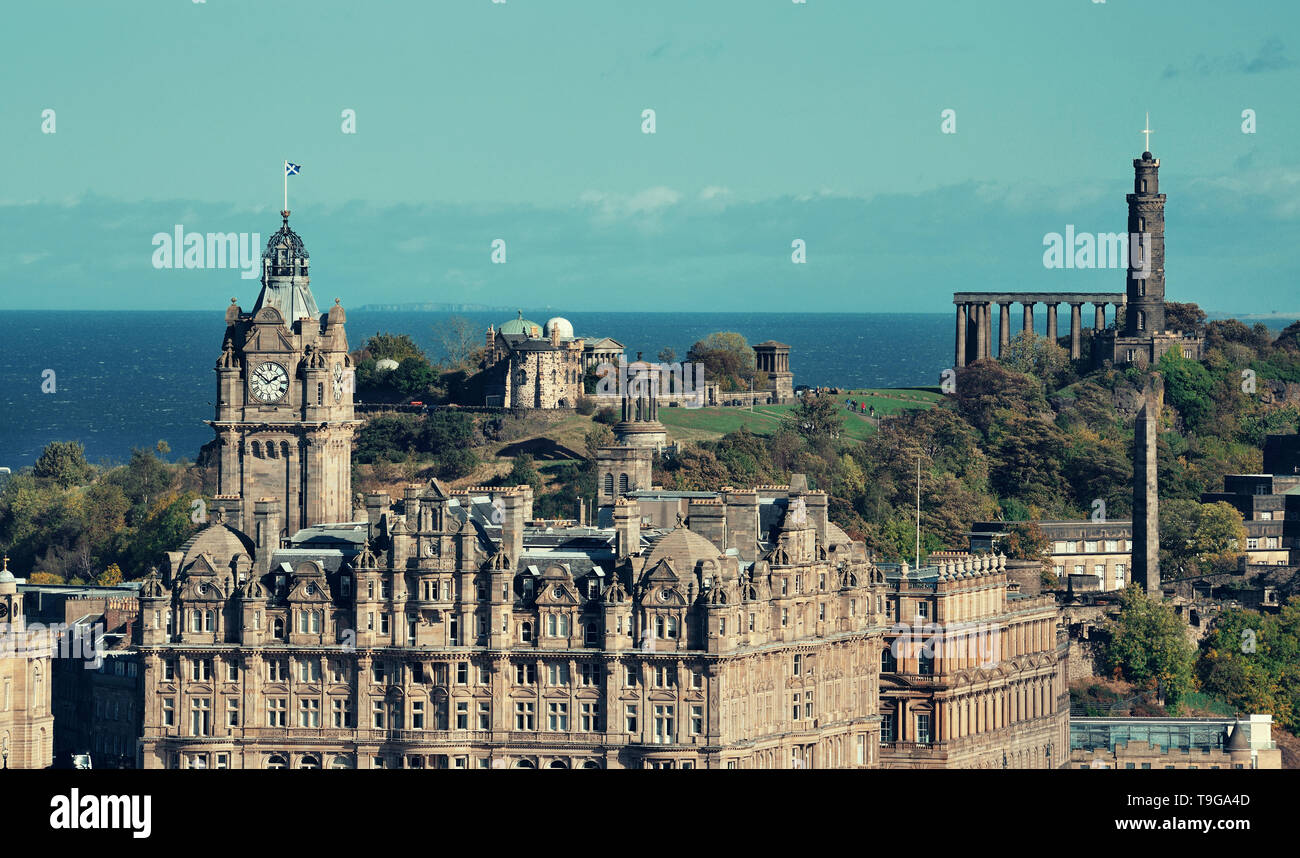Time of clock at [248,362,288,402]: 1:51
